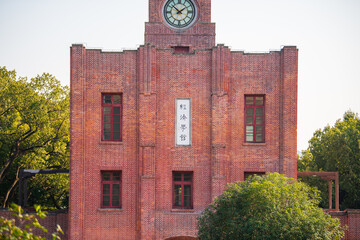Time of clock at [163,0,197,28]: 1:51
